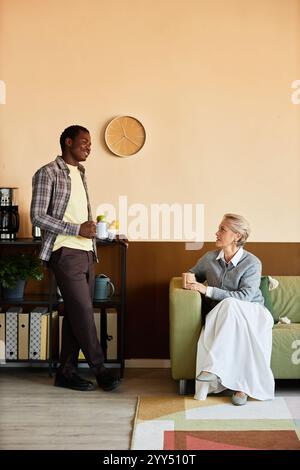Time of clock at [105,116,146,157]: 11:20
